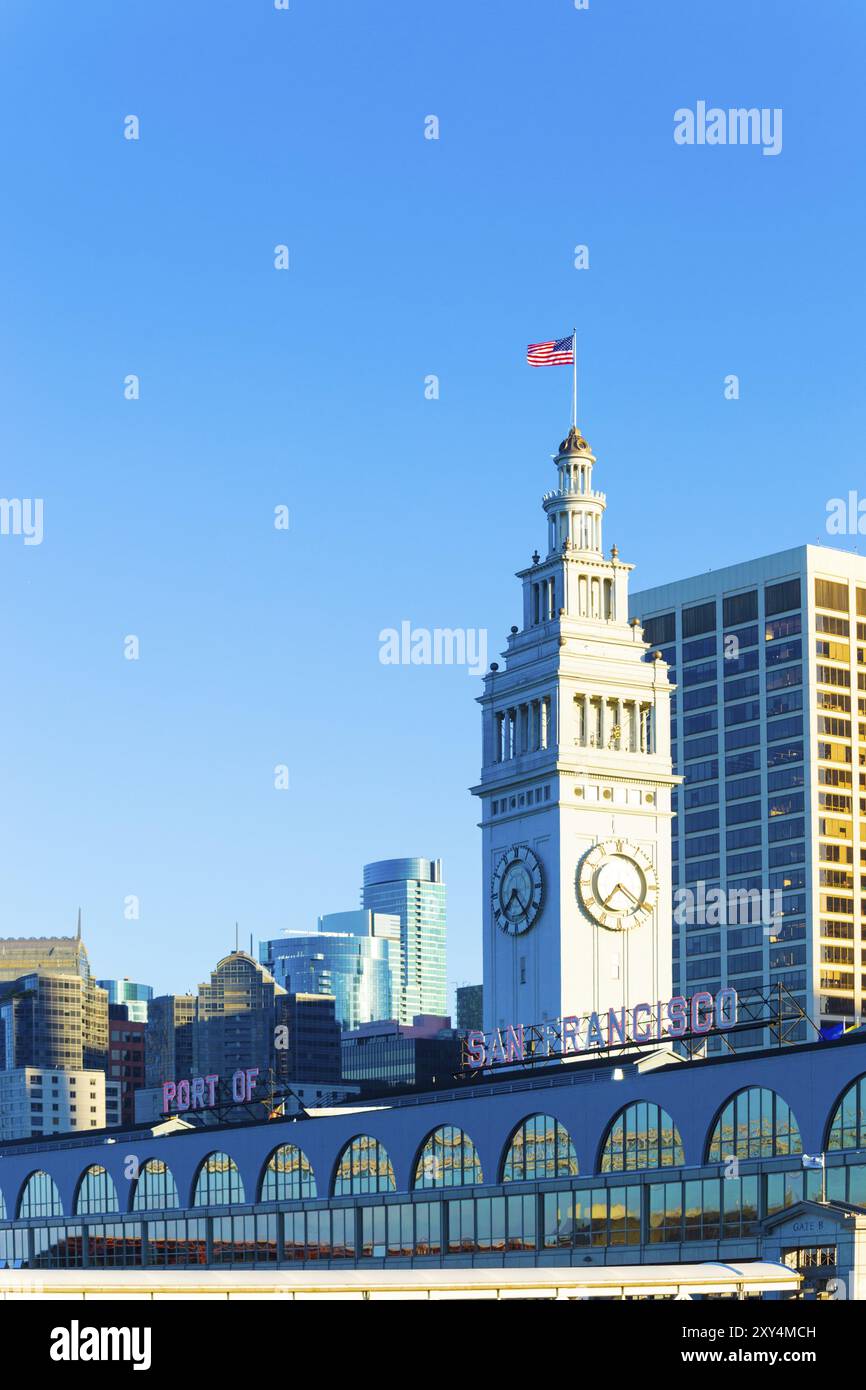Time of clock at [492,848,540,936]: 7:23
